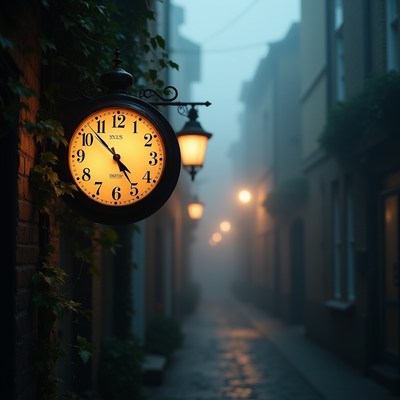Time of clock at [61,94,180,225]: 4:52
